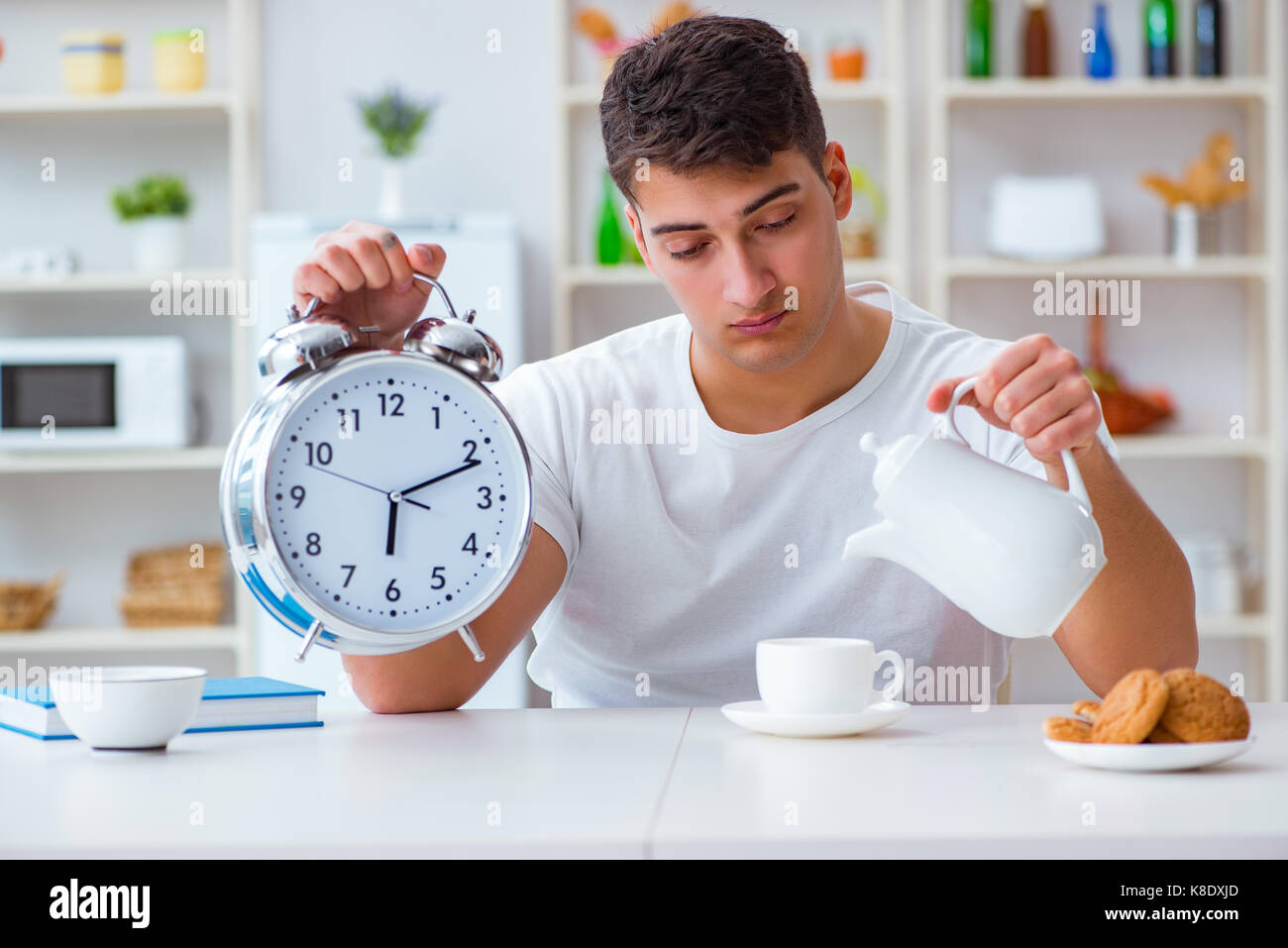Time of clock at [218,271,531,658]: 6:11
